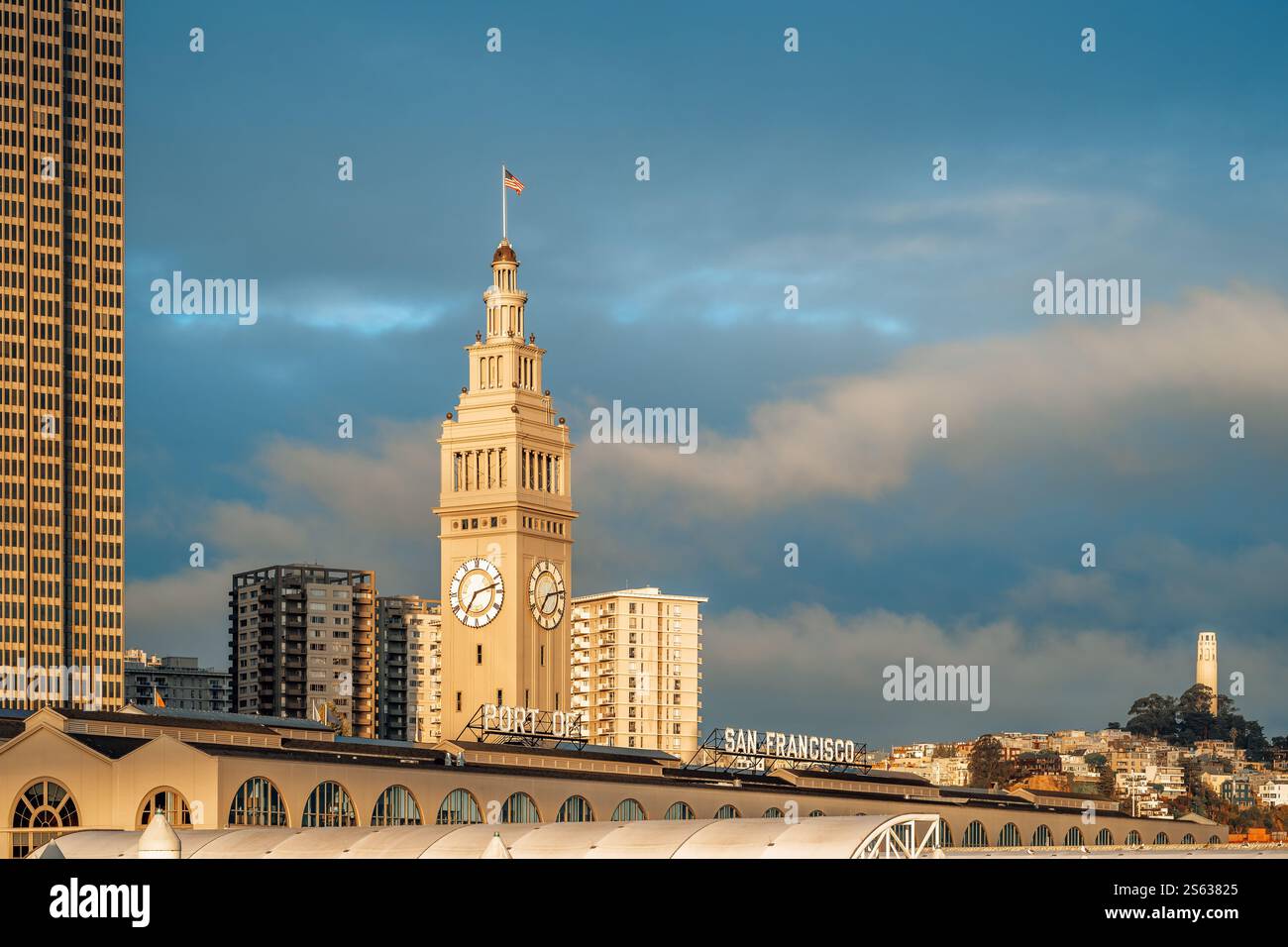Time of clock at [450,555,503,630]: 7:12
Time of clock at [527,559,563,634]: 7:13
